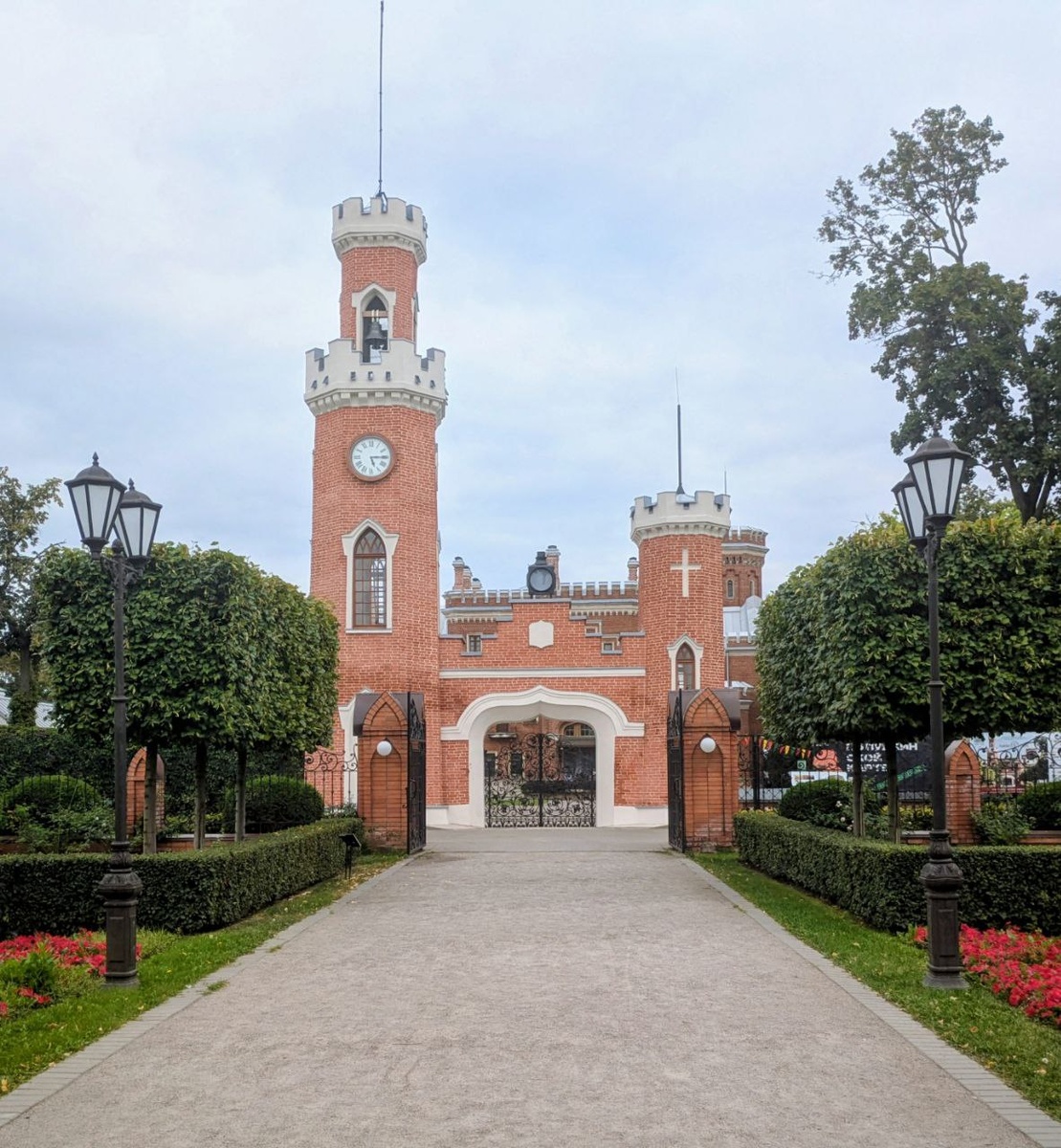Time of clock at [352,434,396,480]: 5:14
